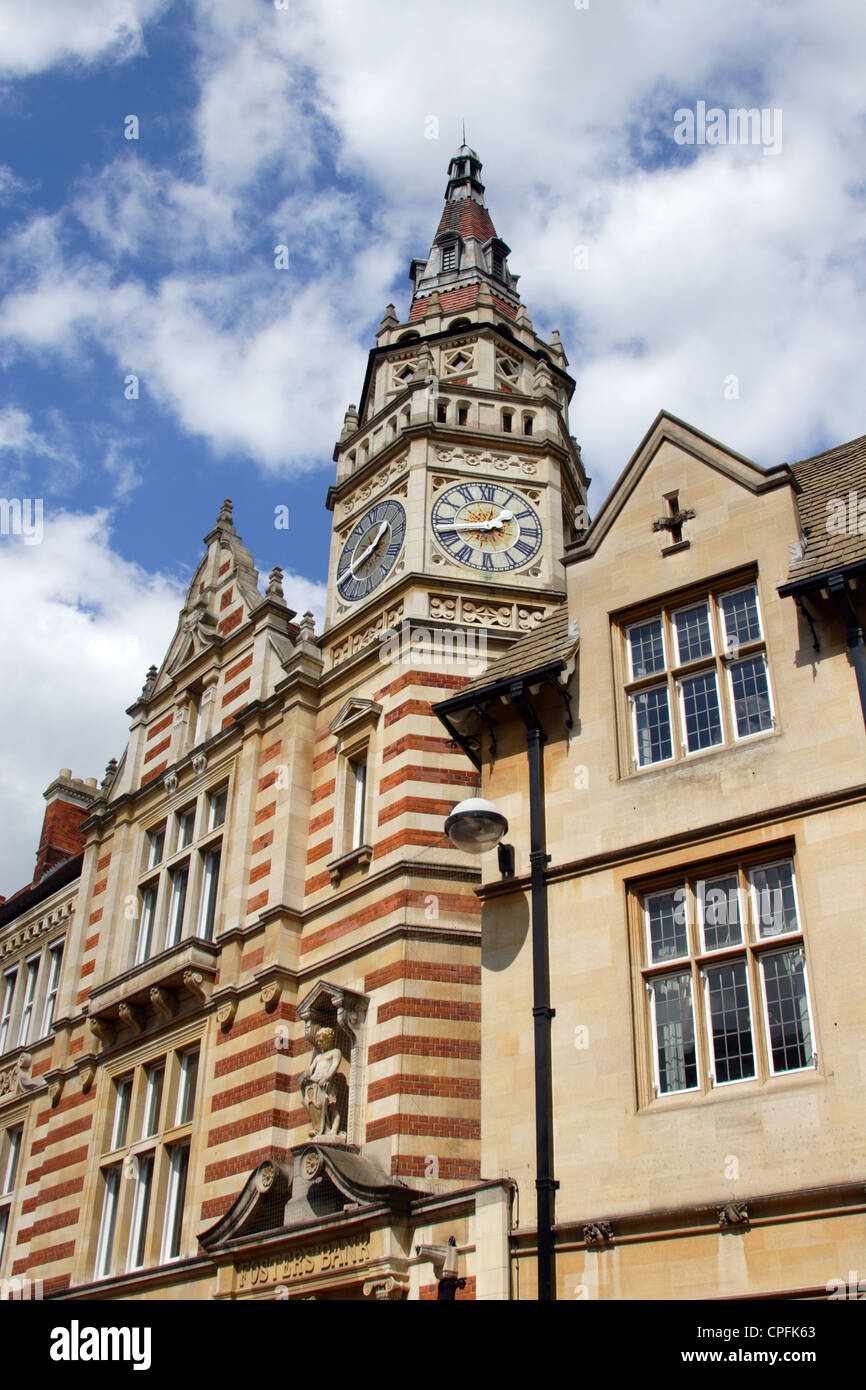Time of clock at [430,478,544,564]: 1:42
